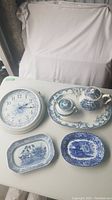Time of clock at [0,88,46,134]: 2:15
